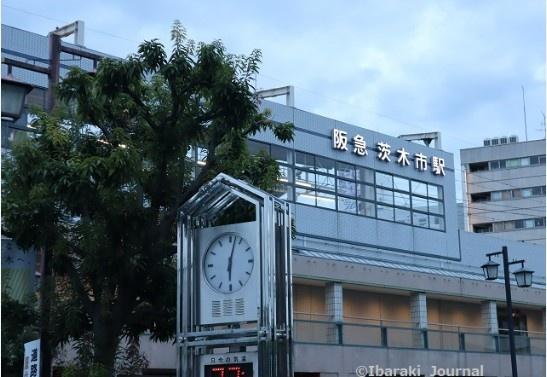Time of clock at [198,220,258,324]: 6:02
